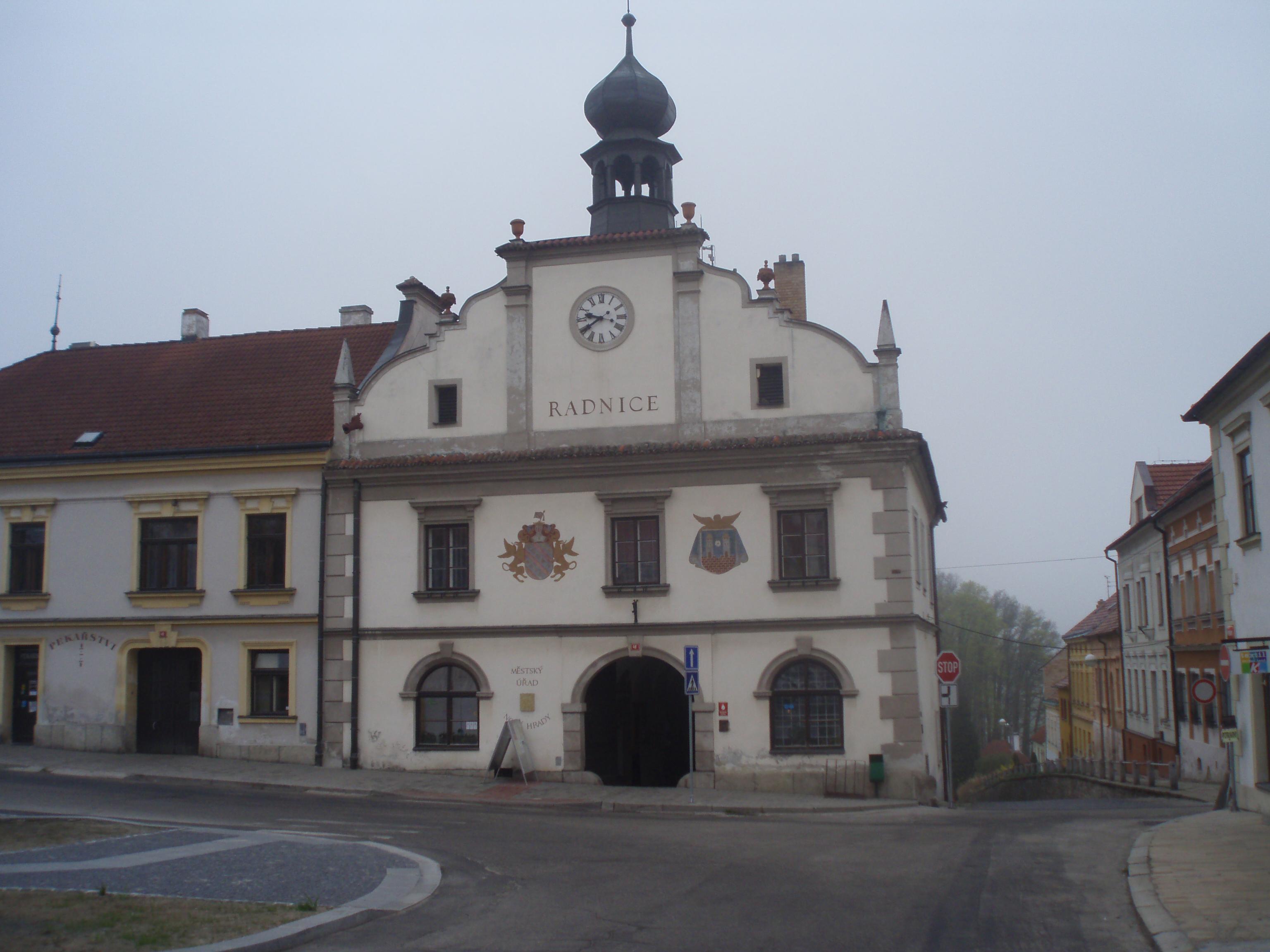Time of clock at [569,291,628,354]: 9:39
